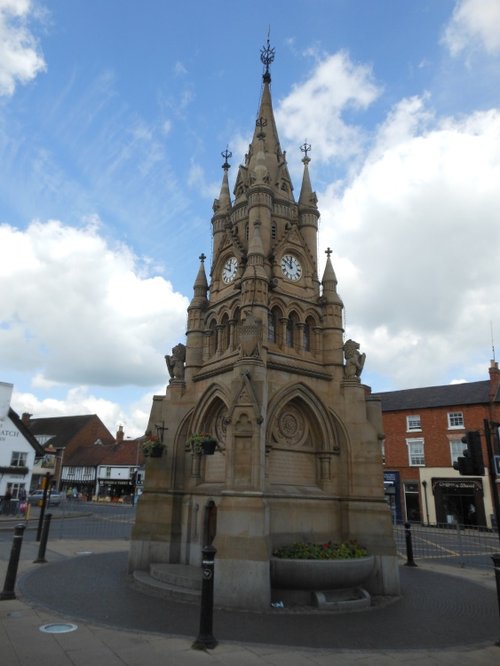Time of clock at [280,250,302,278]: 11:50
